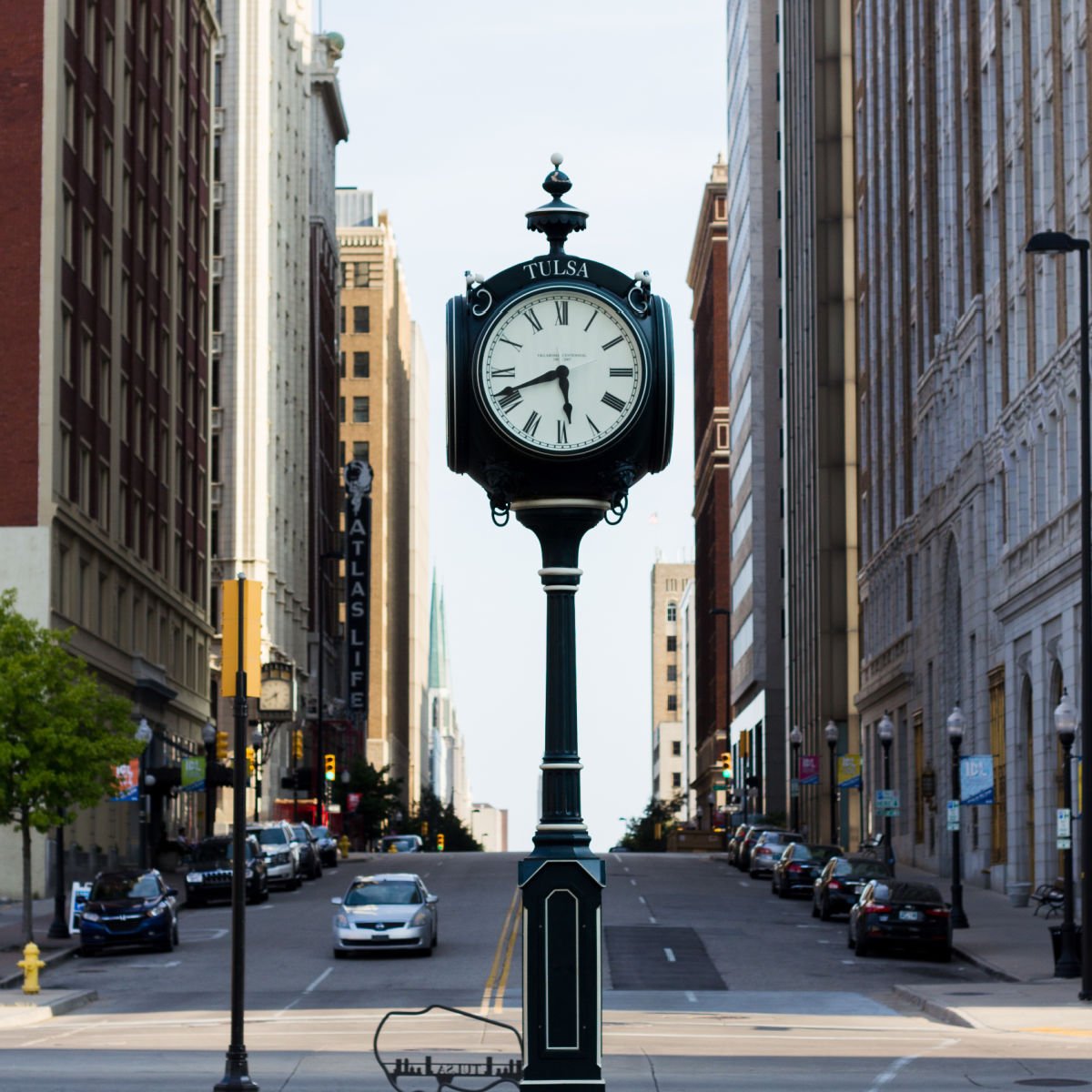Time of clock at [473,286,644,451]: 5:41
